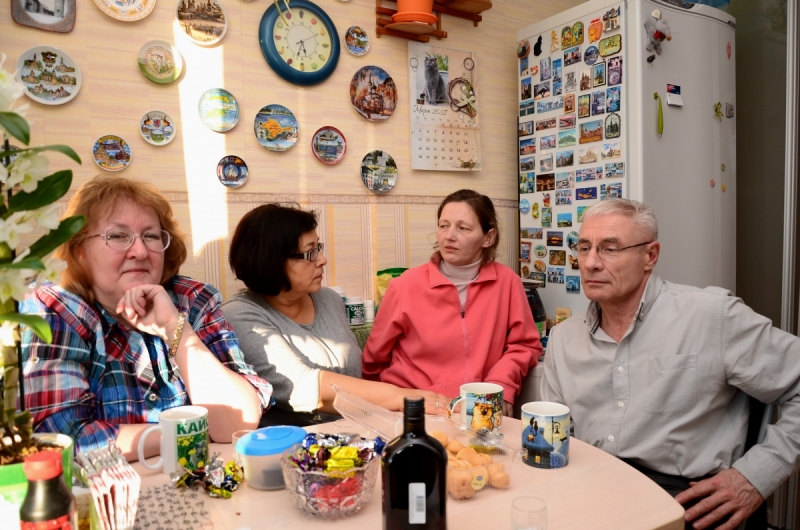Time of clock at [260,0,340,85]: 5:33
